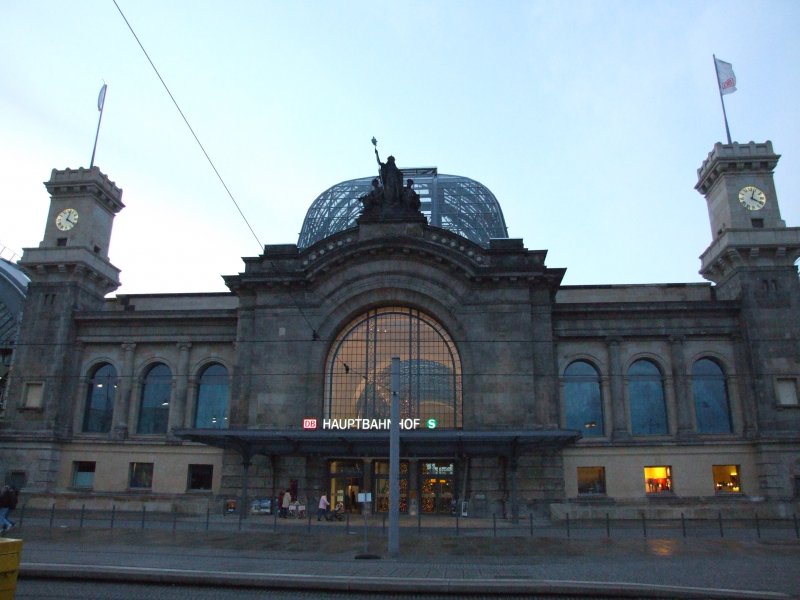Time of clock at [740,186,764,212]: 4:03
